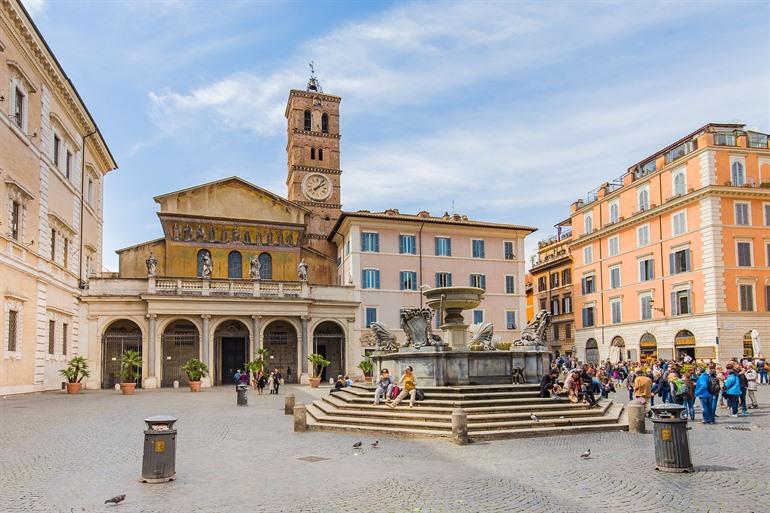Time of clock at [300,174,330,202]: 2:06
